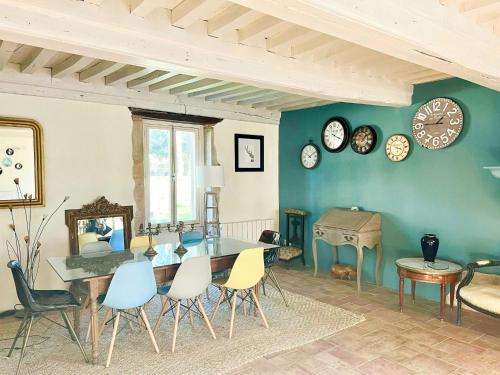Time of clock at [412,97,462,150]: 1:45
